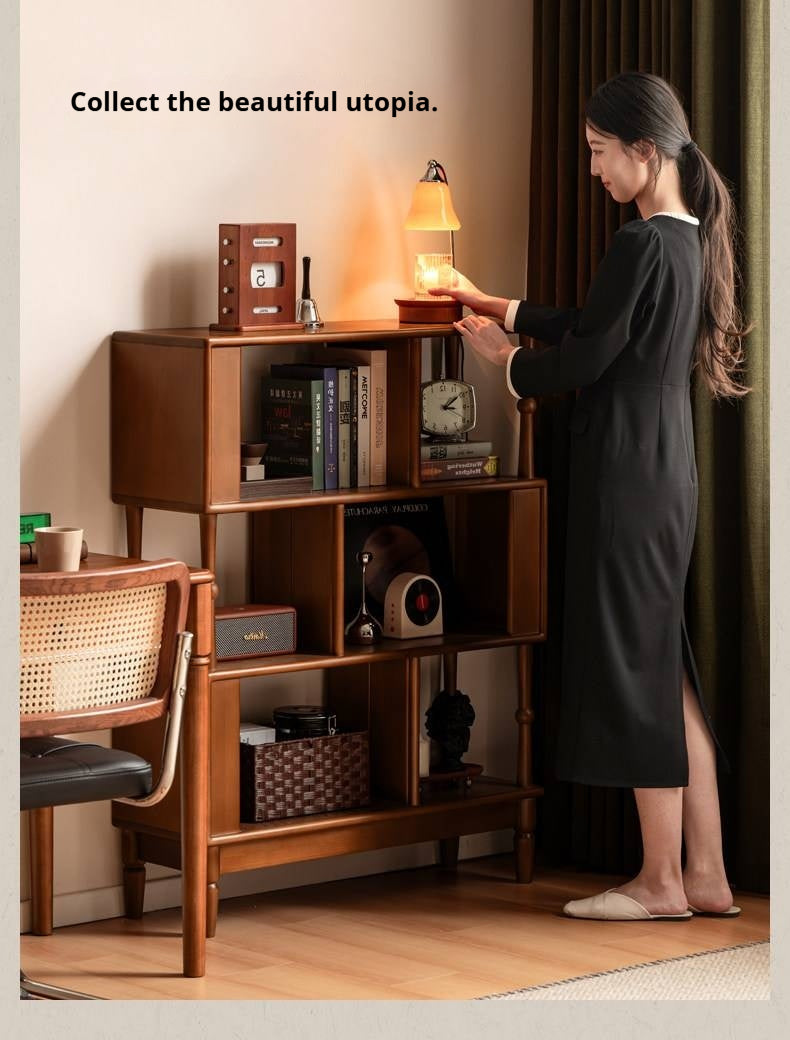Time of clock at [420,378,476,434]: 3:08
